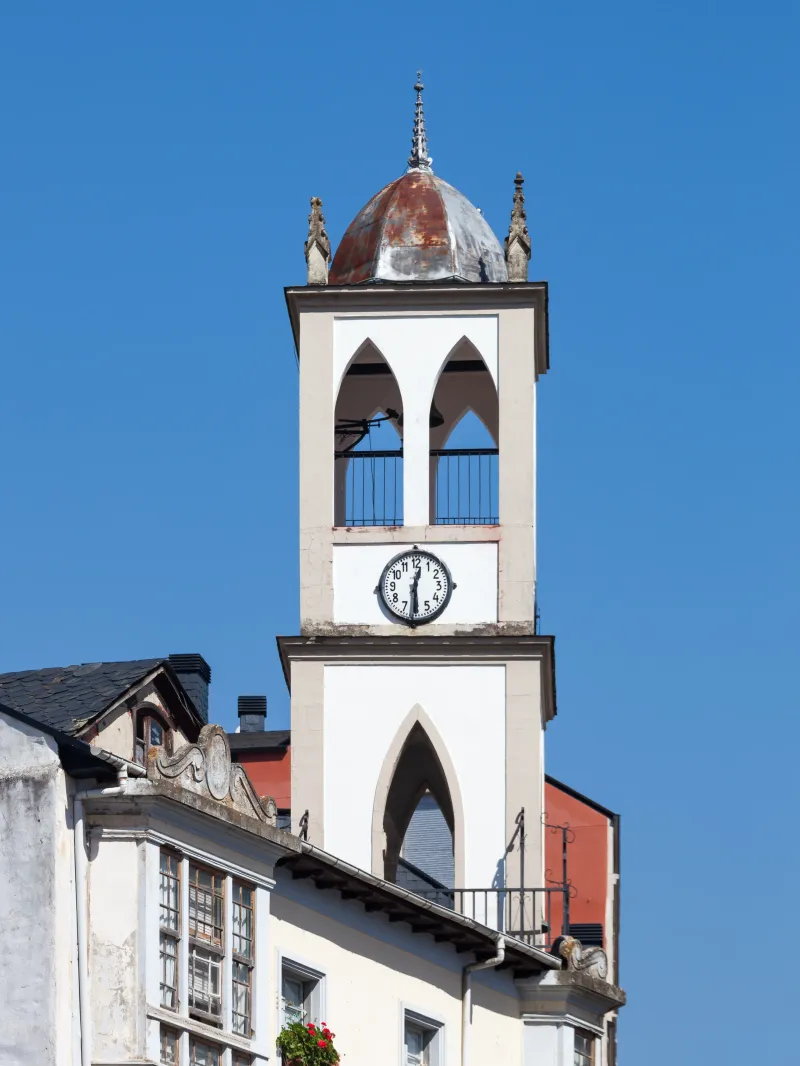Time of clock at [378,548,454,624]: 12:29
